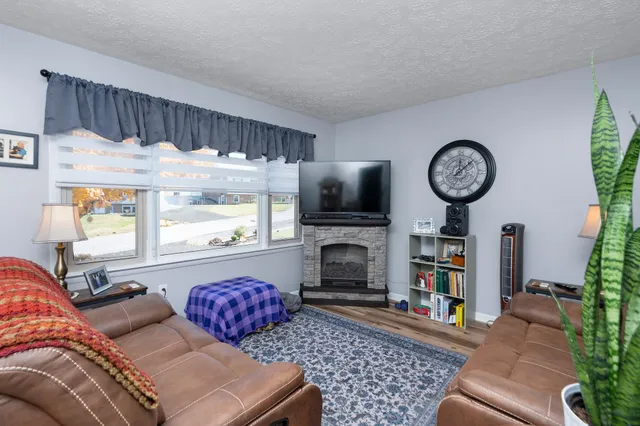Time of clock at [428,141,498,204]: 12:07
